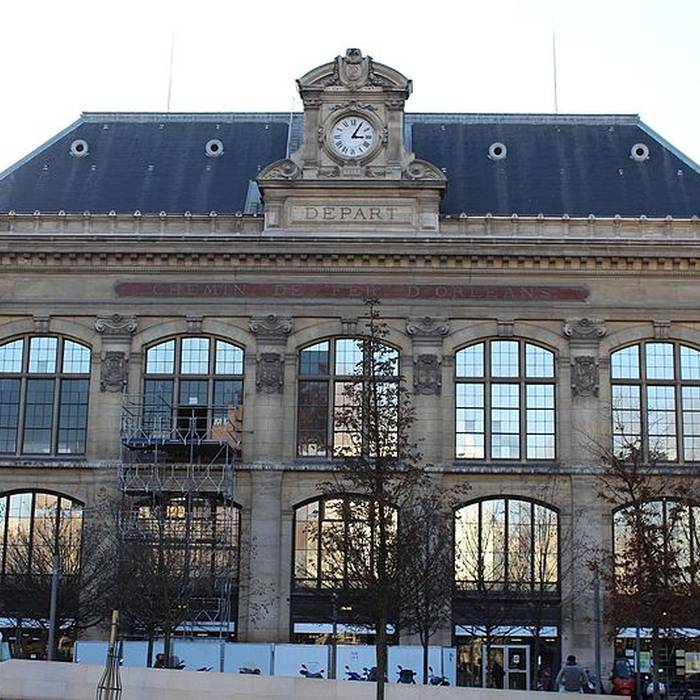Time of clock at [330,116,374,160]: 3:04
